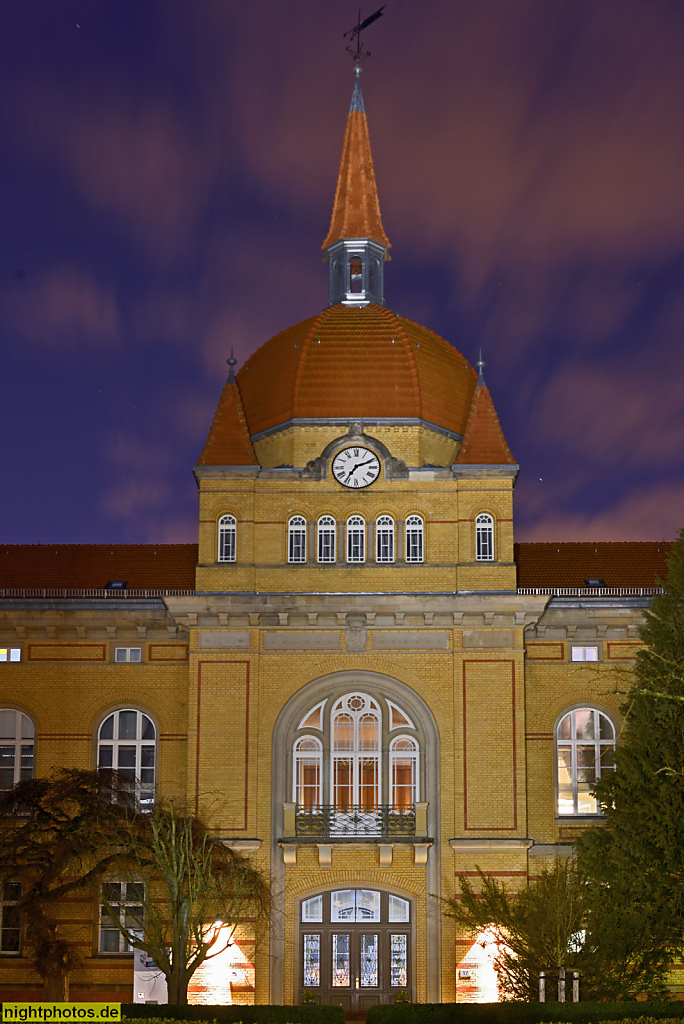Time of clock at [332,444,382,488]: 7:10
